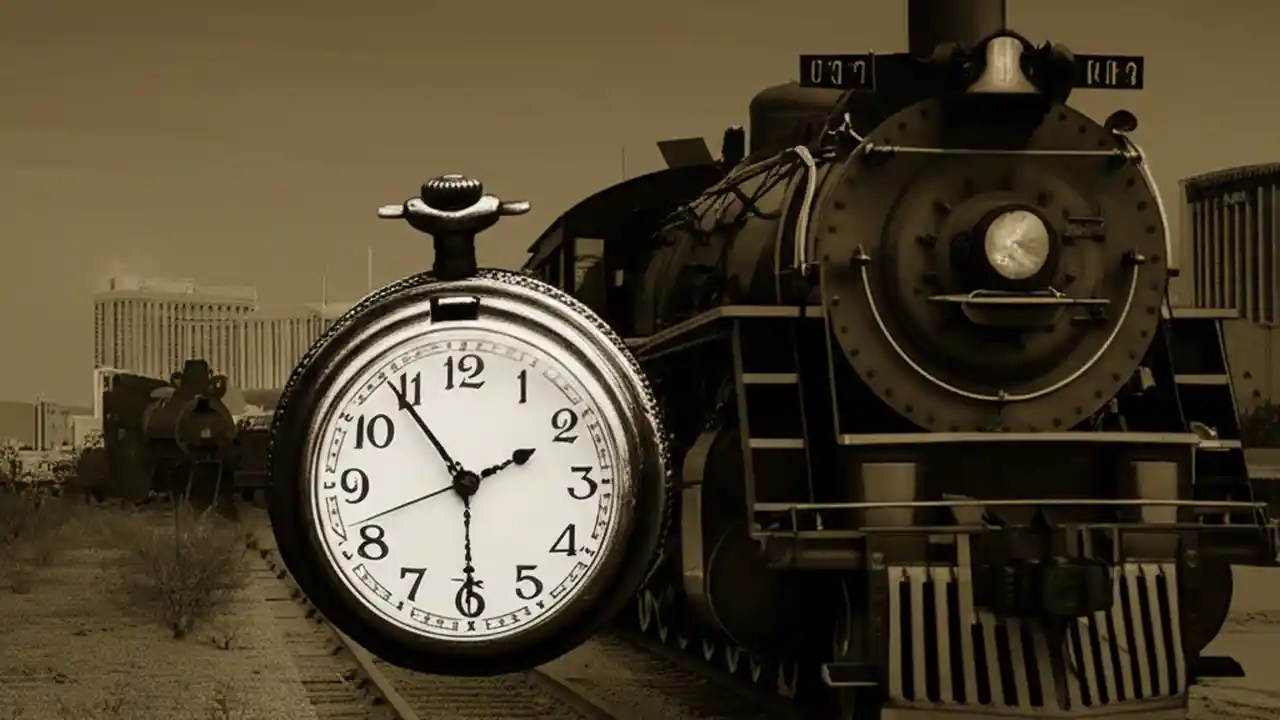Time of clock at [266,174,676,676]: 1:54
